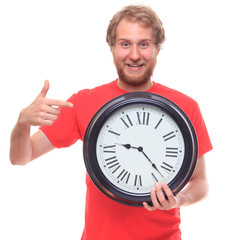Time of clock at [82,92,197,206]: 9:22
